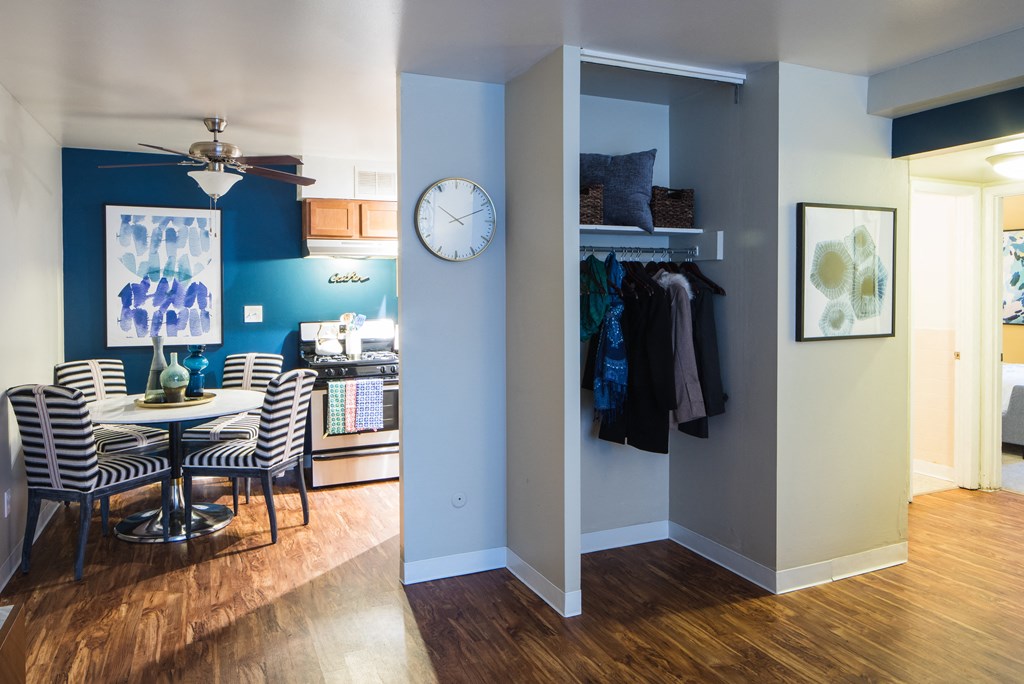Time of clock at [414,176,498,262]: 10:11
